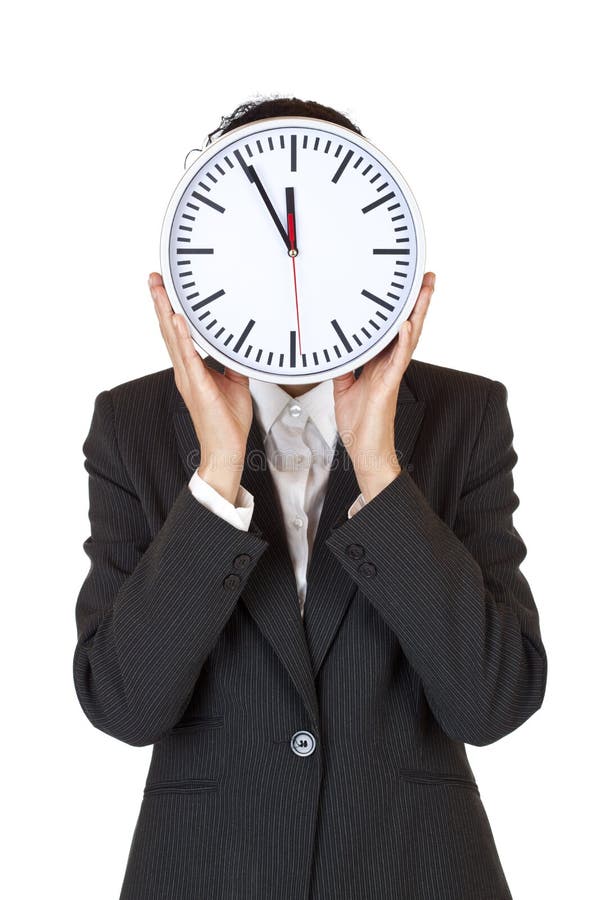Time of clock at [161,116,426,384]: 11:55
